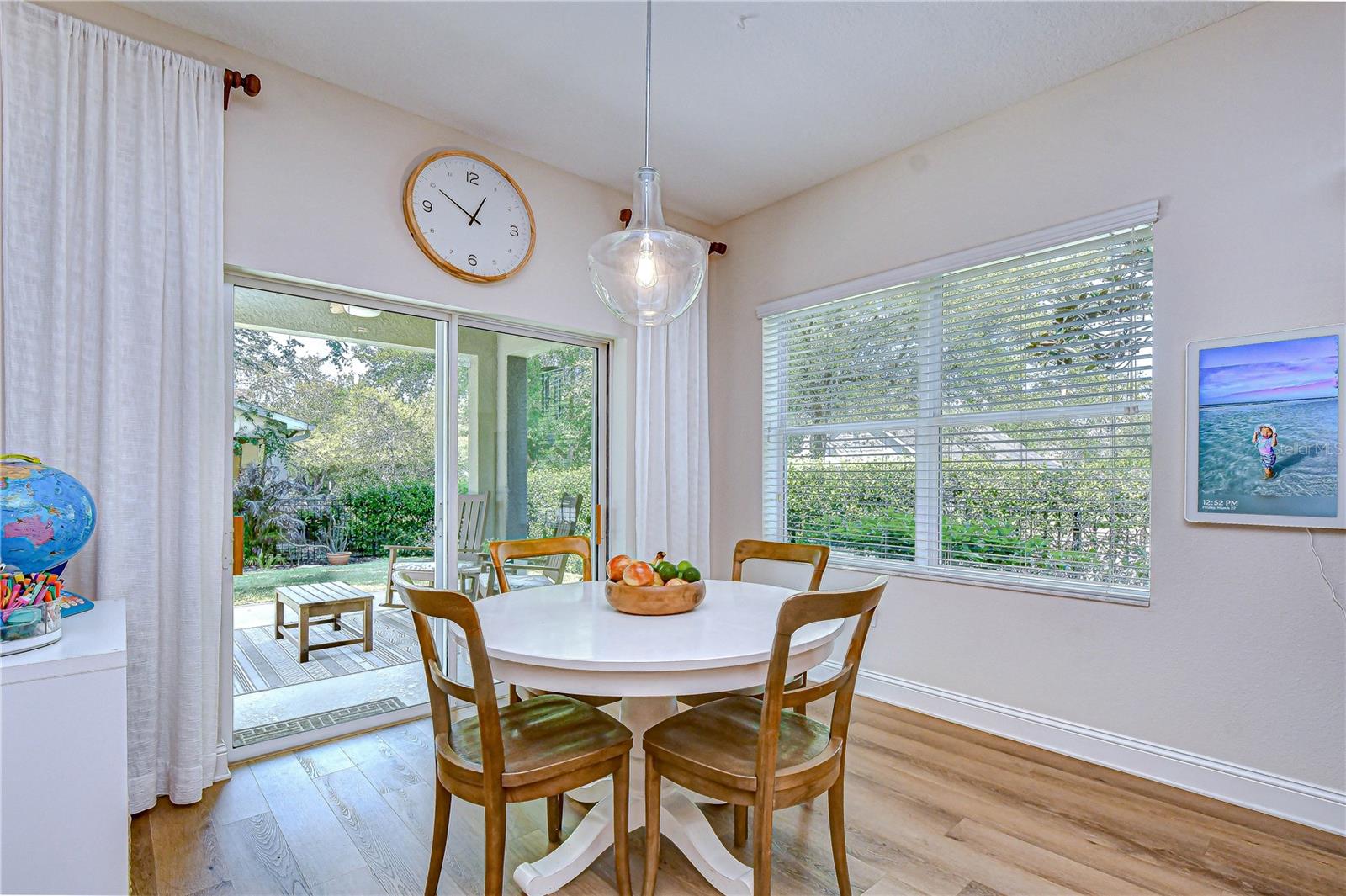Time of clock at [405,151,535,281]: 12:50
